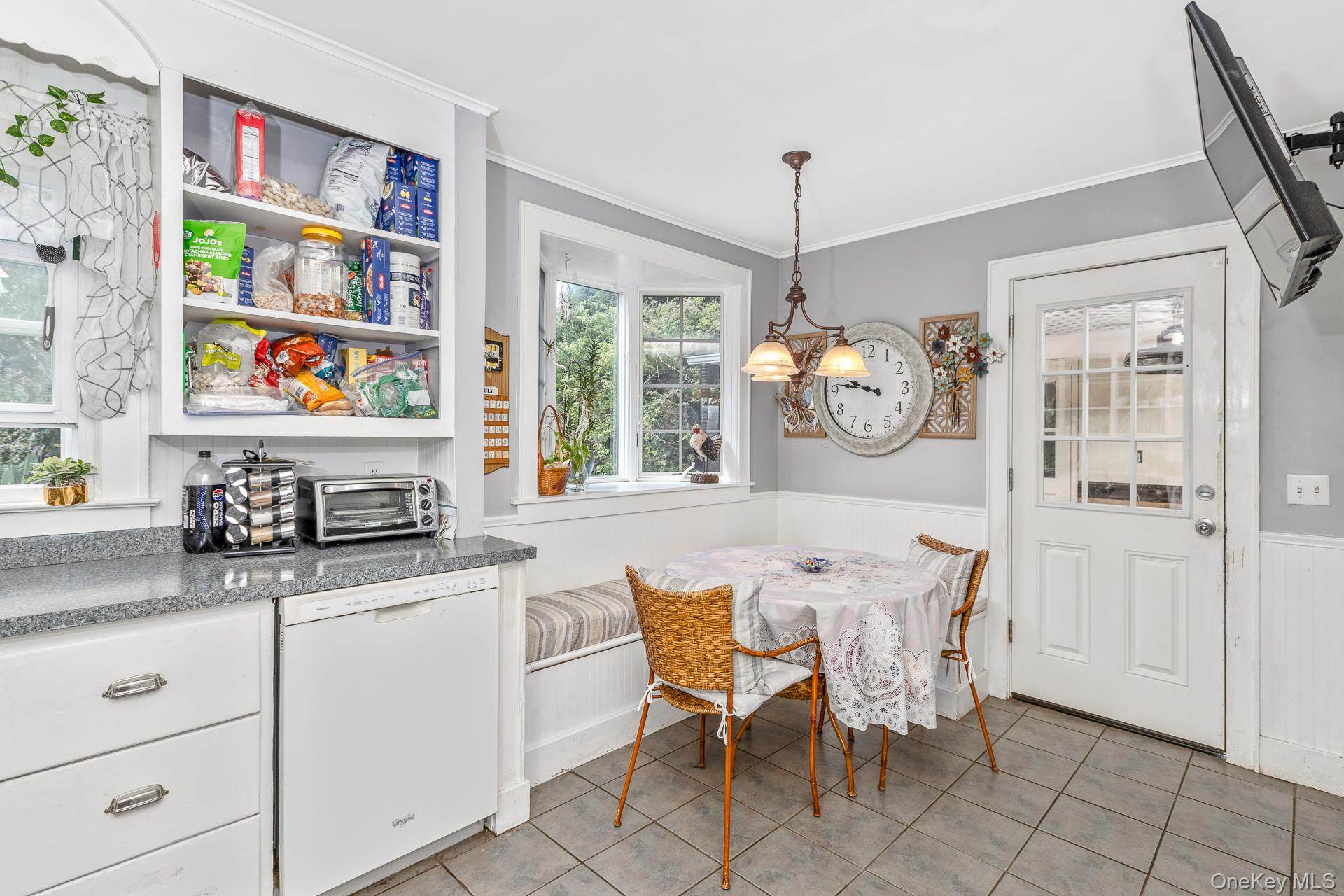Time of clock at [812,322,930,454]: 9:46
